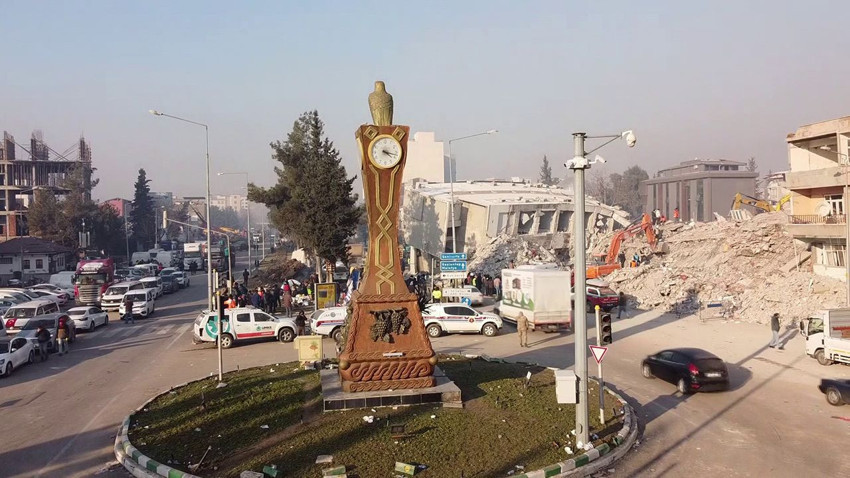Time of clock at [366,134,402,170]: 4:17
